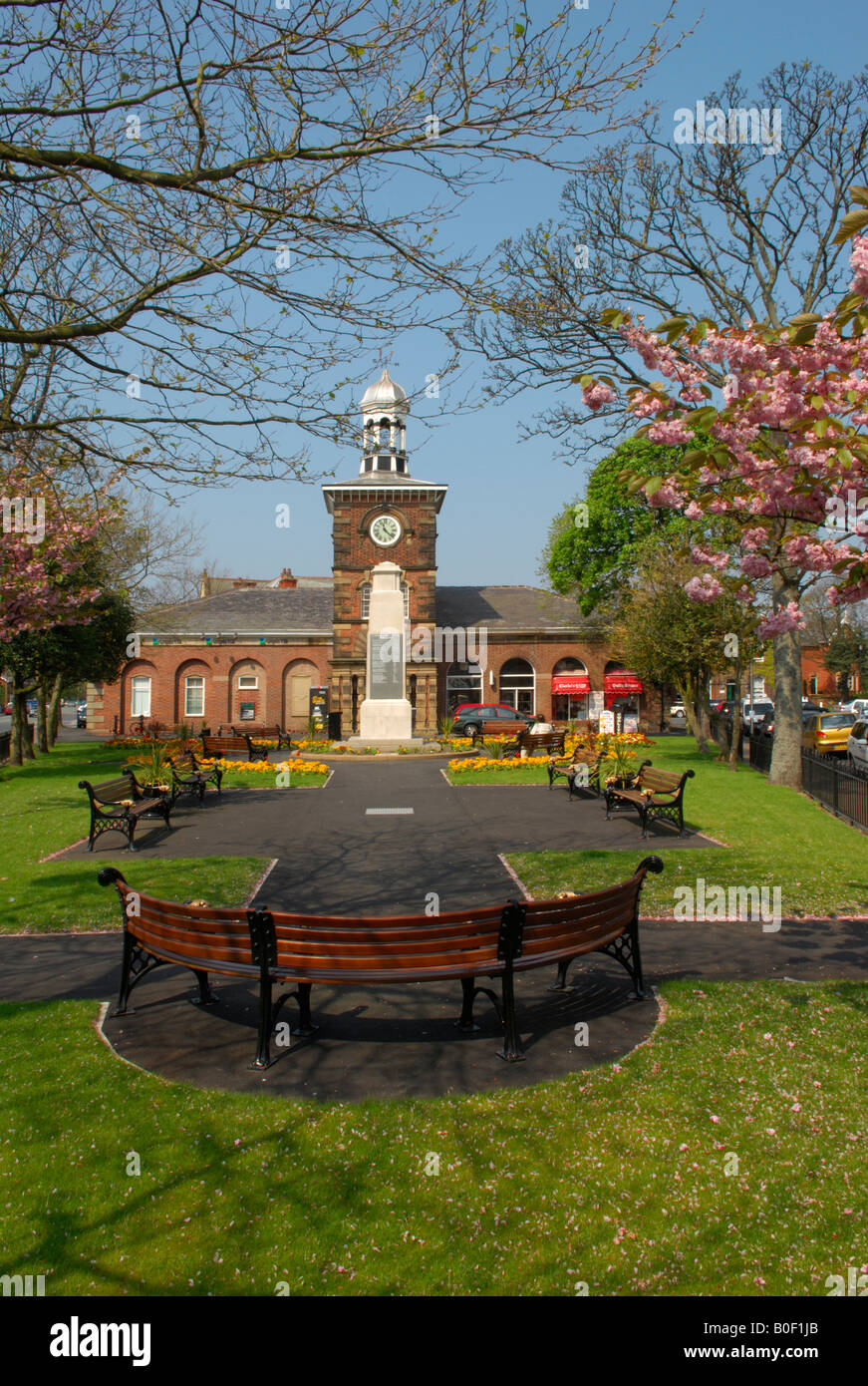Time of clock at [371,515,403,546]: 11:21
